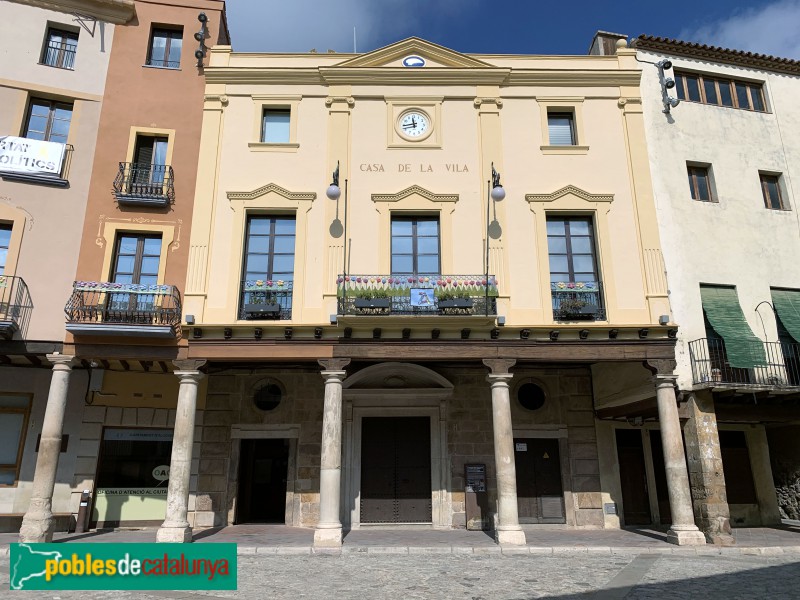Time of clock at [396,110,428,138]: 11:43
